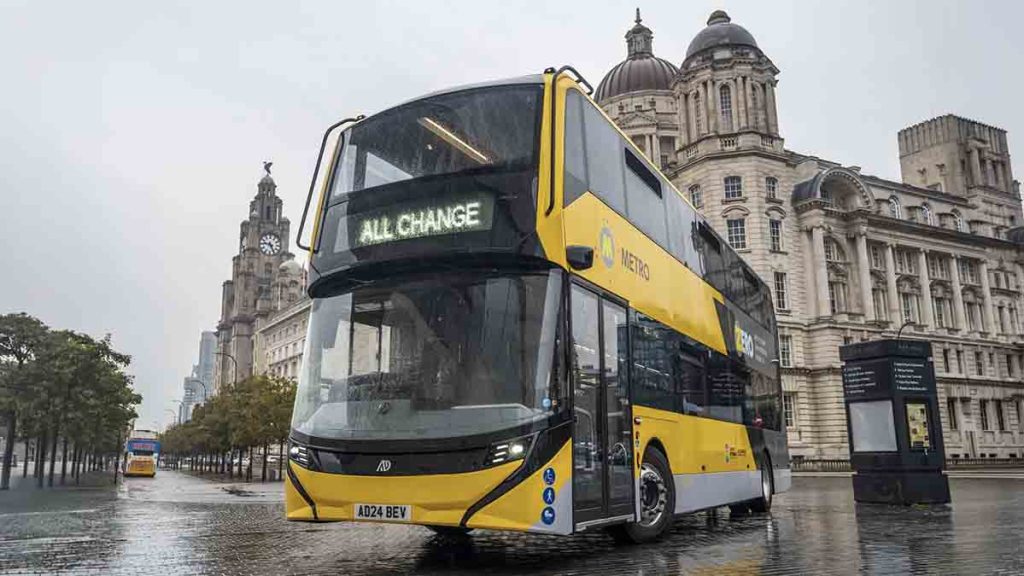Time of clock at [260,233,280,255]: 9:25
